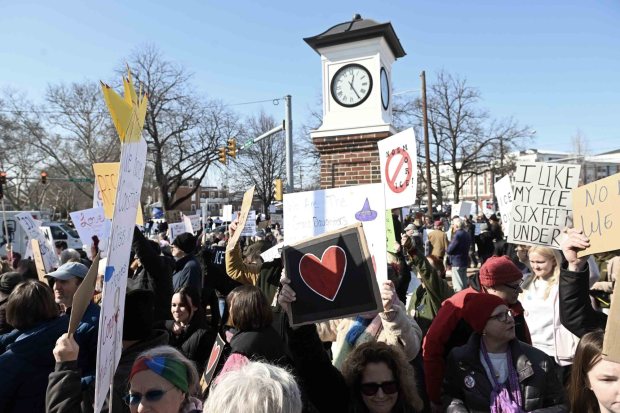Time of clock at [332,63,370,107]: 12:24
